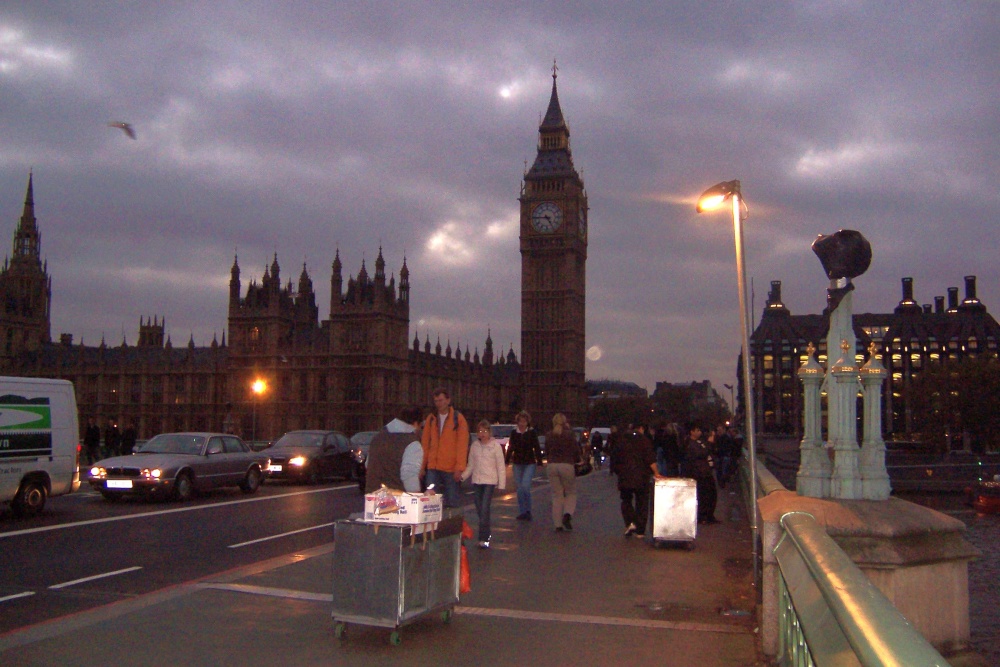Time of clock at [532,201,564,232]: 4:45
